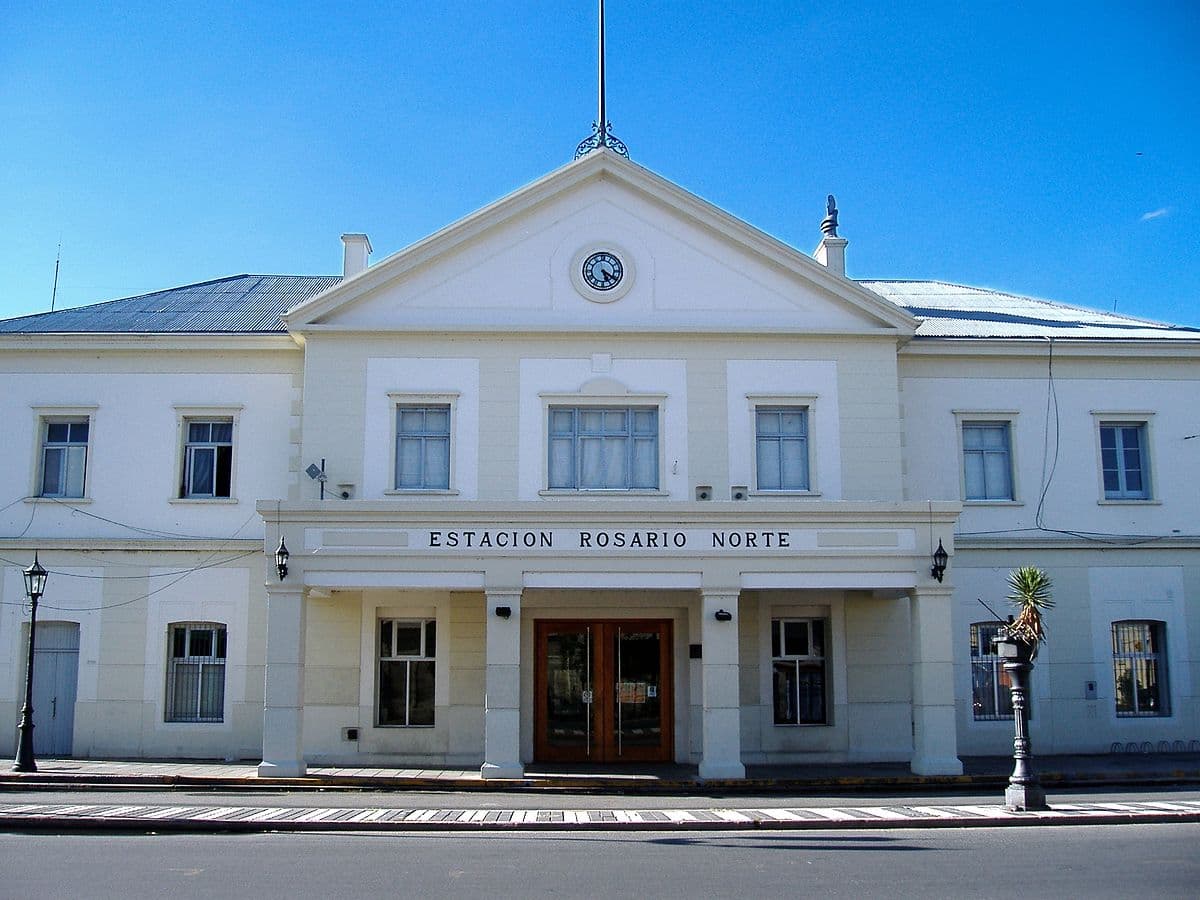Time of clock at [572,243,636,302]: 5:20
